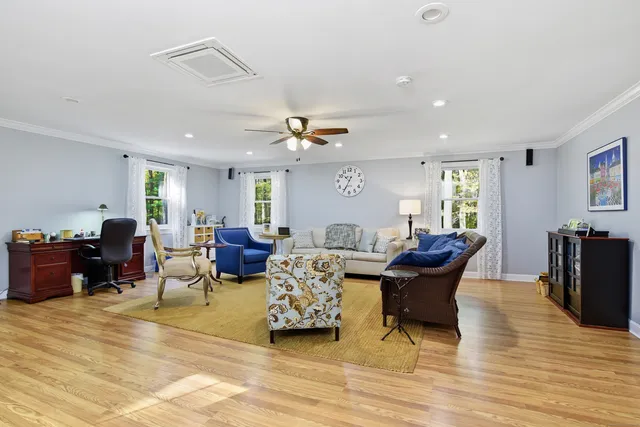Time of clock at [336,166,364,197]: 10:34
